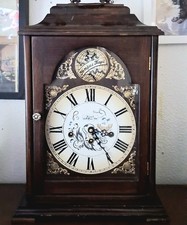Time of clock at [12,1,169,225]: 3:24
